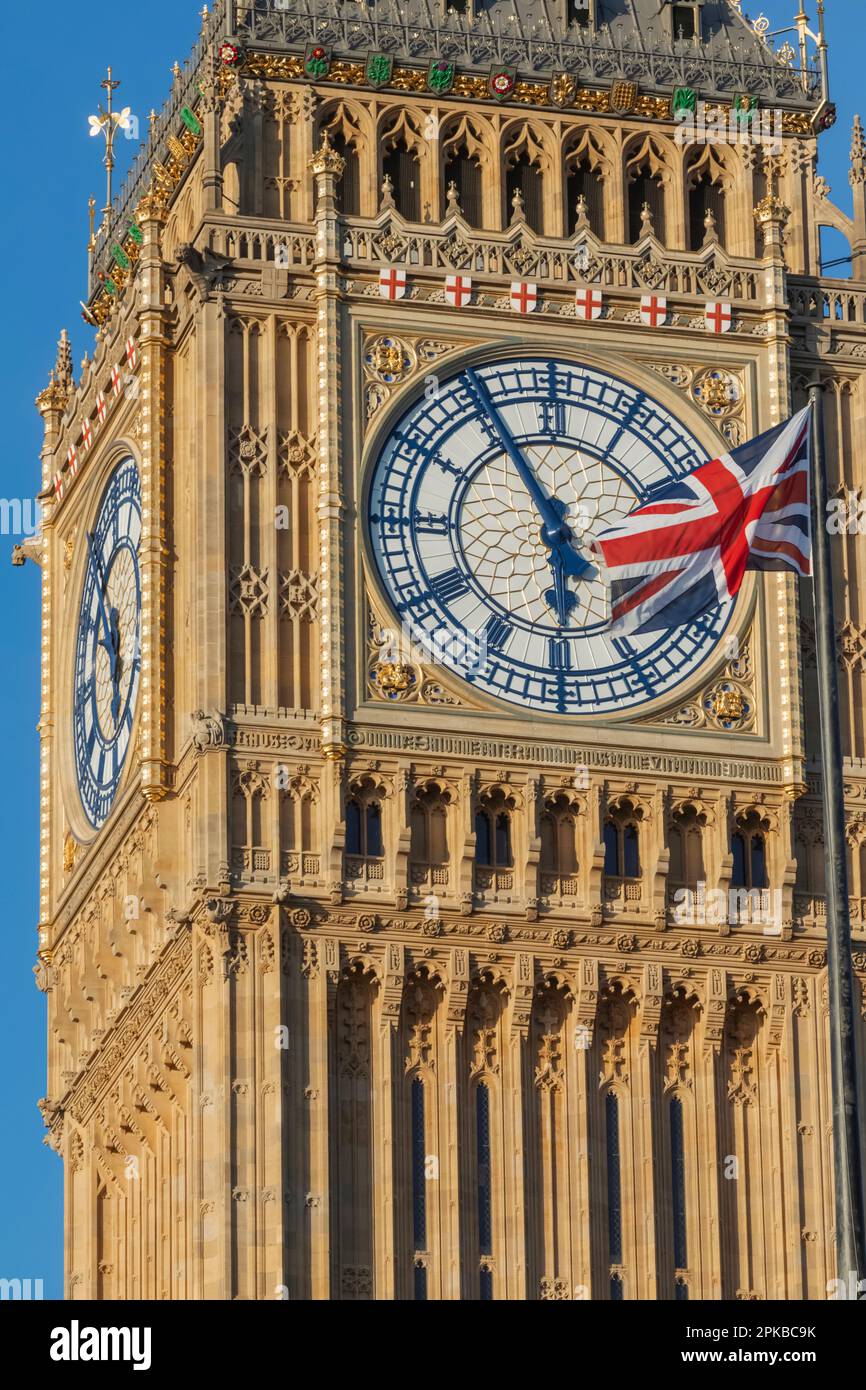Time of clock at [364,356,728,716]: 5:55
